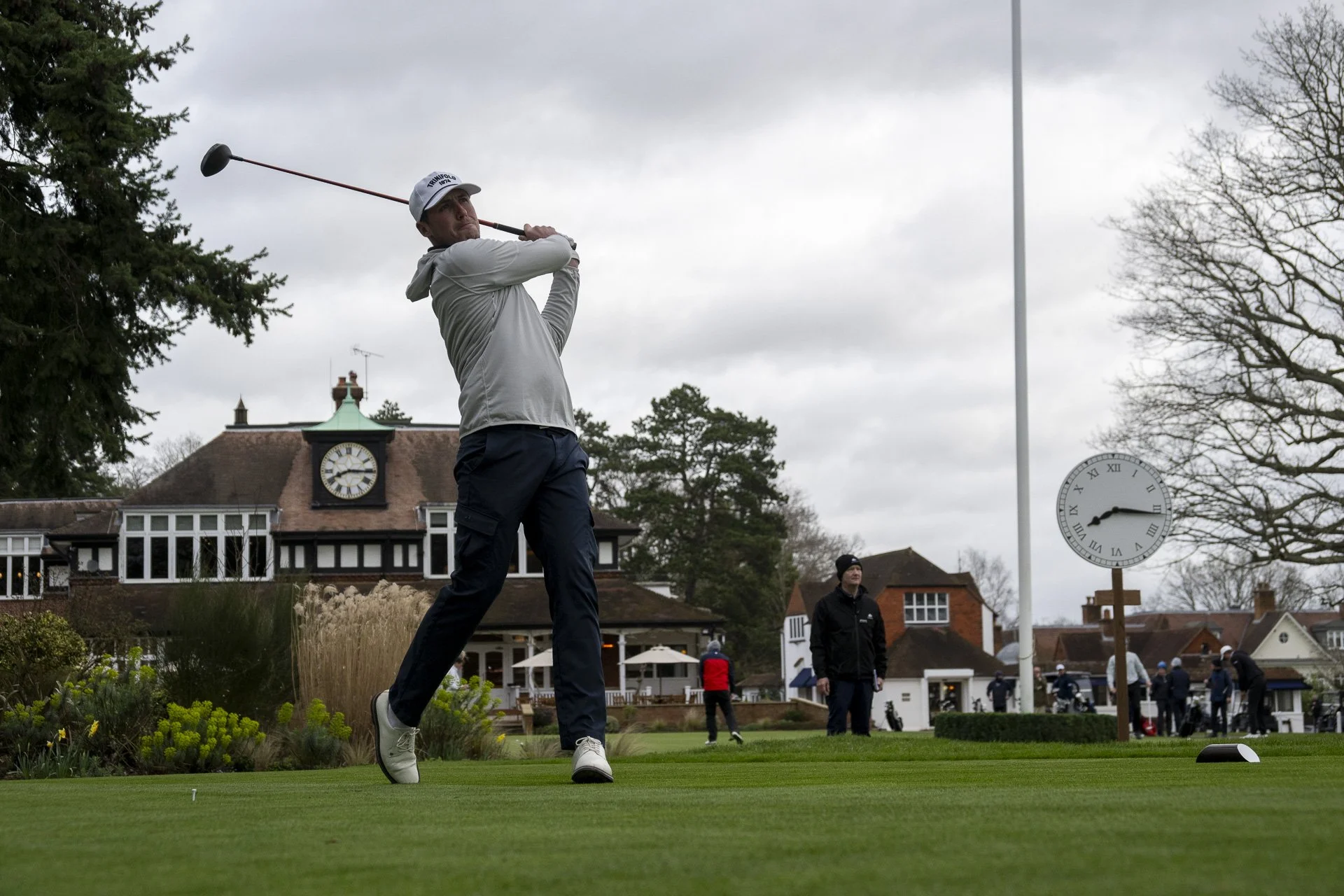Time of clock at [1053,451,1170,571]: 8:16
